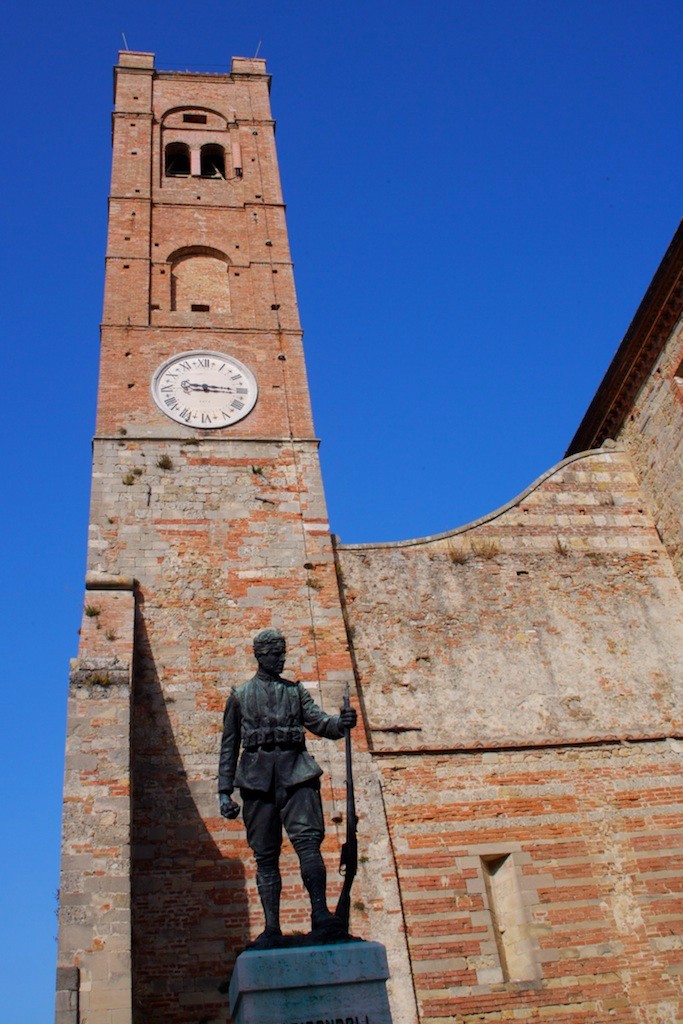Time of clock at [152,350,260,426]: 9:15
